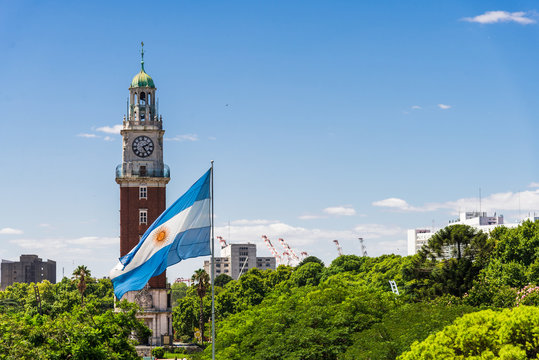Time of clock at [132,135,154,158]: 2:24
